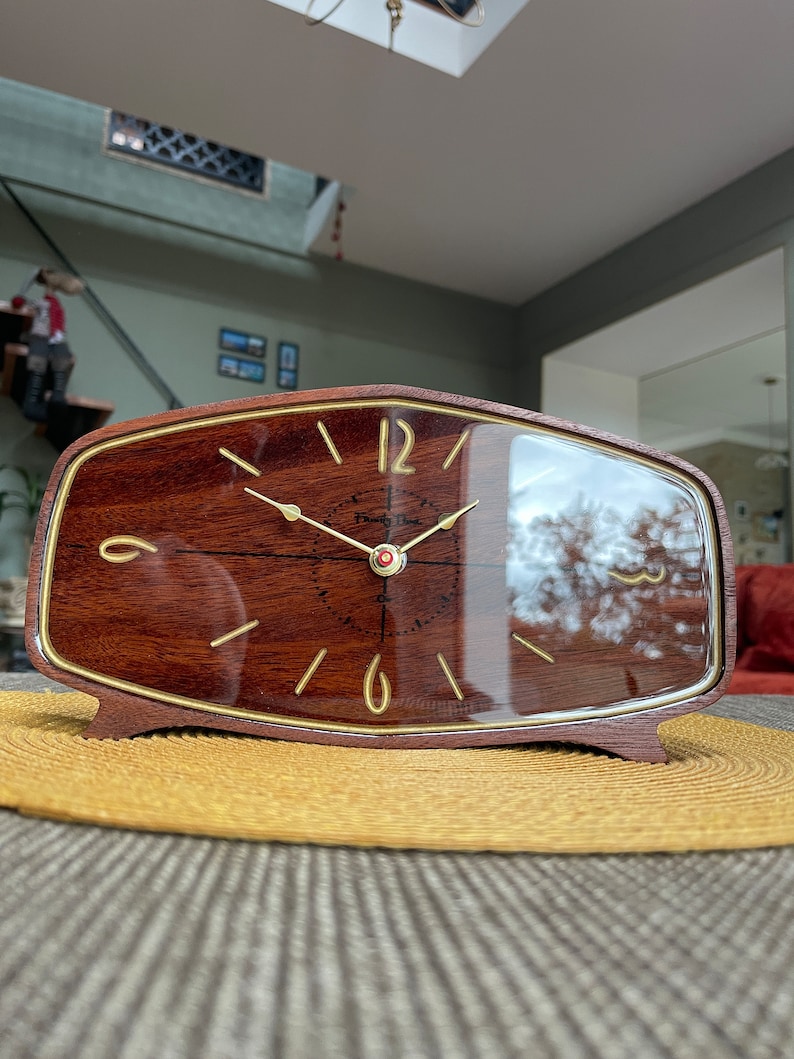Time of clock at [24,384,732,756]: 10:00
